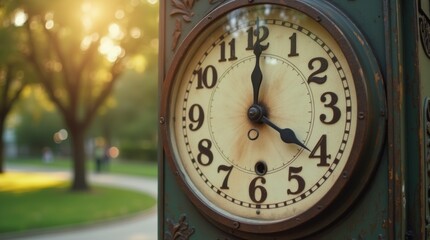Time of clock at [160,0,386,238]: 4:00
